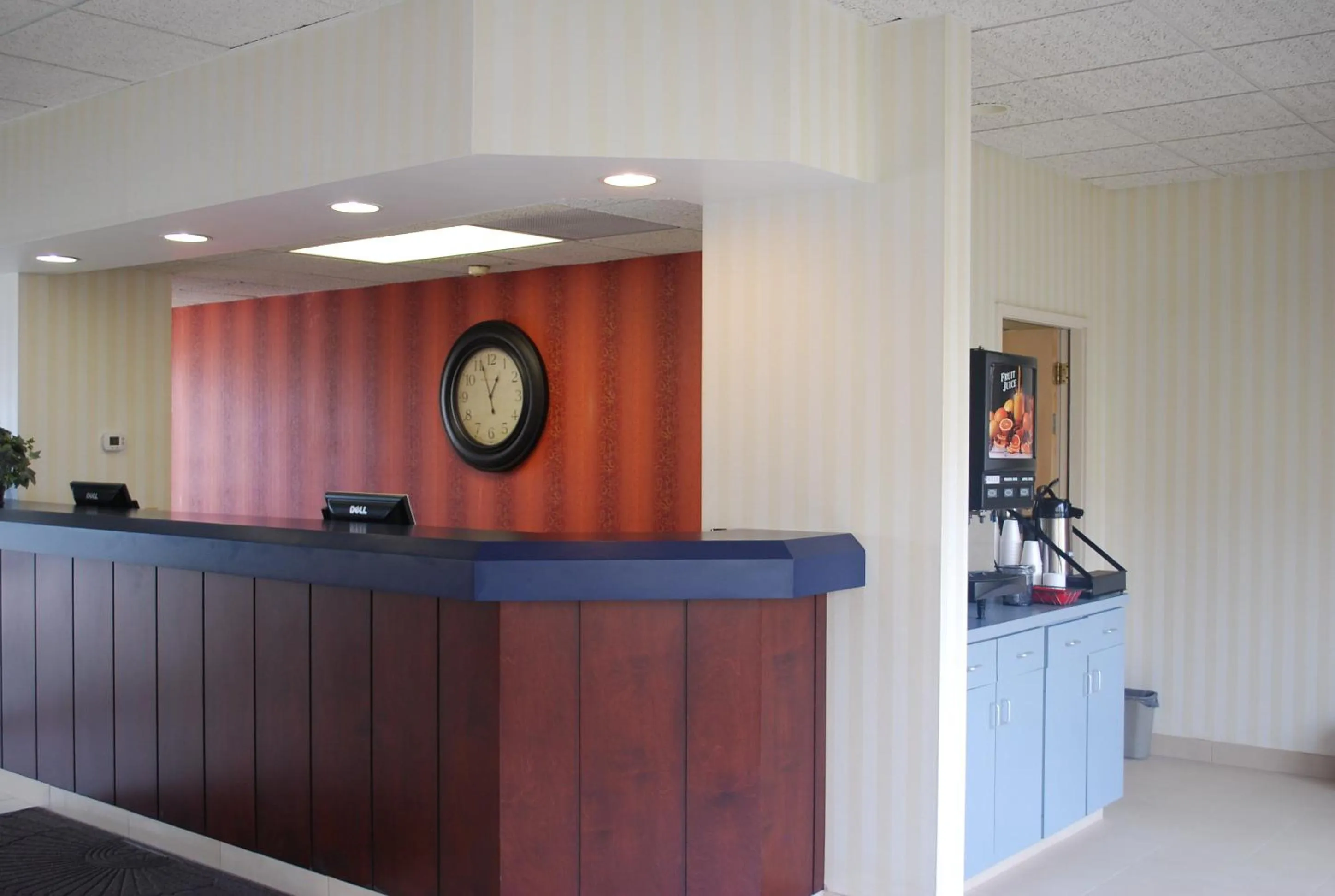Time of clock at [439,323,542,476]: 12:57
